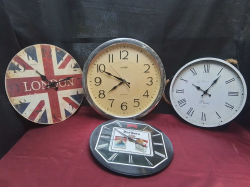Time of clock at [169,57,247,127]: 10:06
